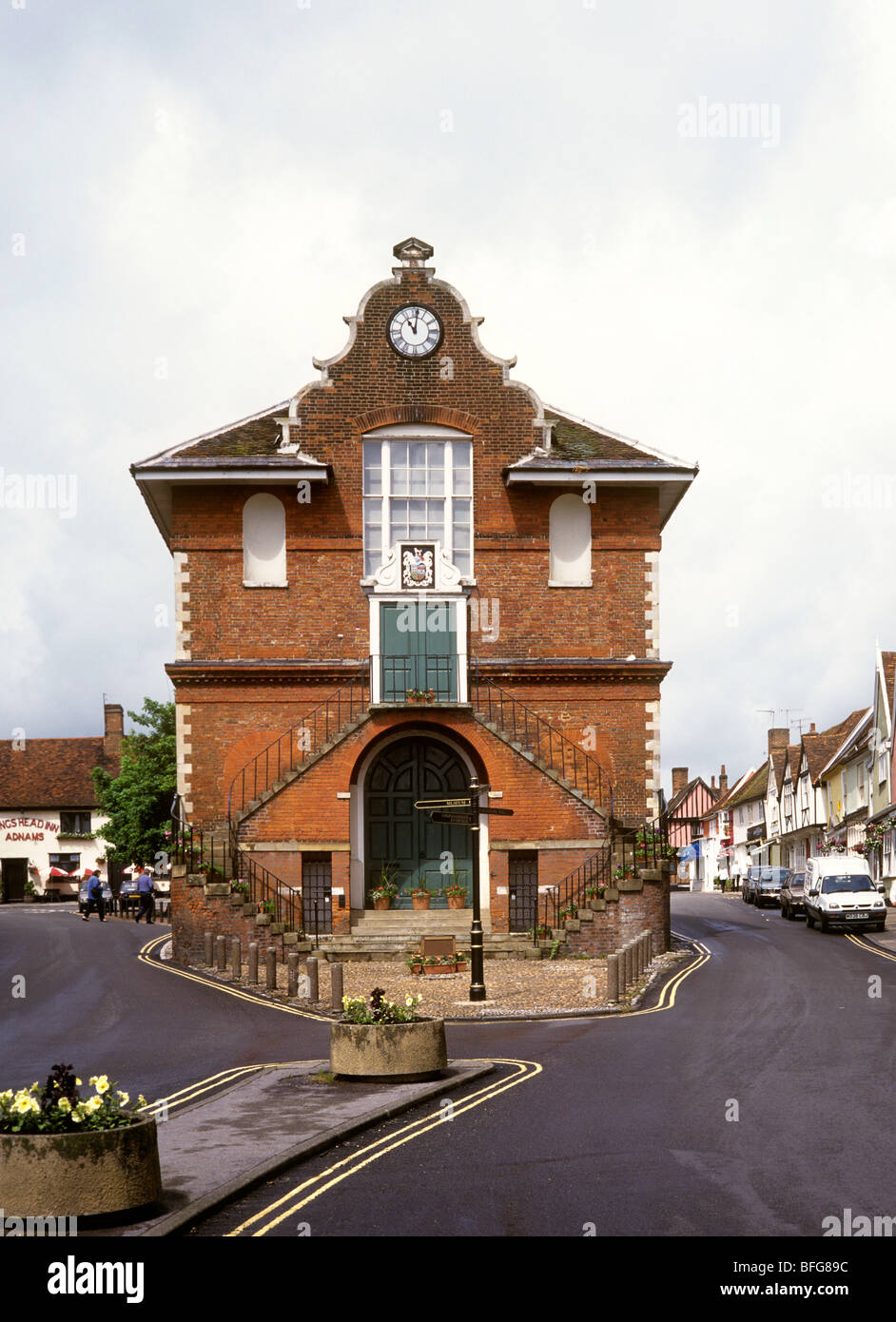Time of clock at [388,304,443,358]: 11:01
